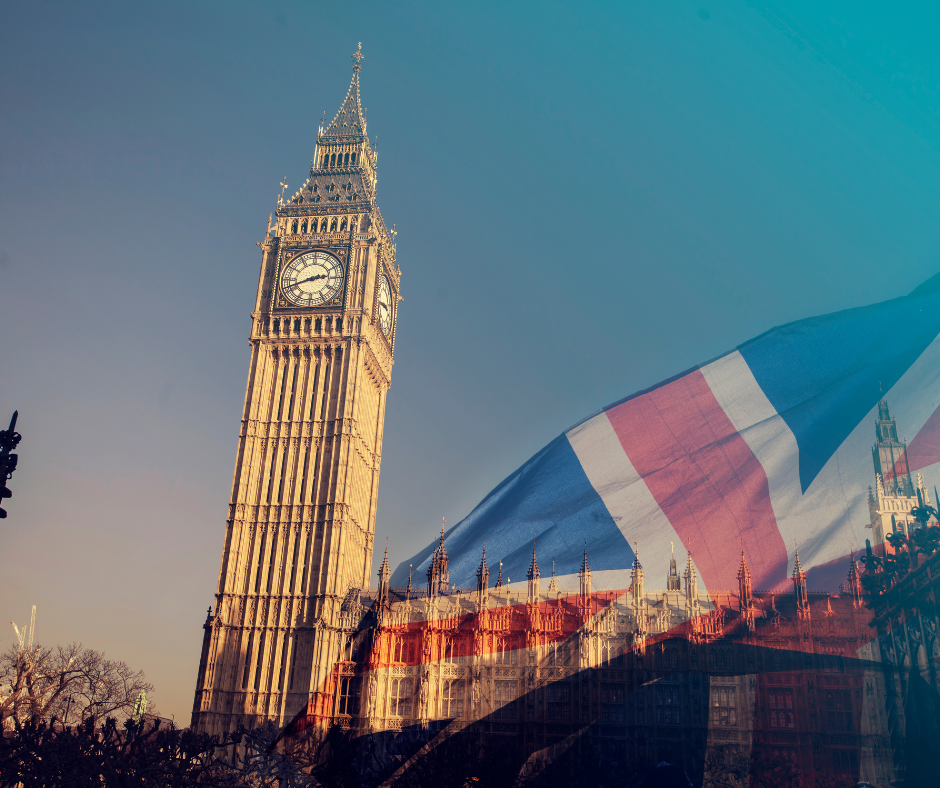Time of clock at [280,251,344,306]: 2:42
